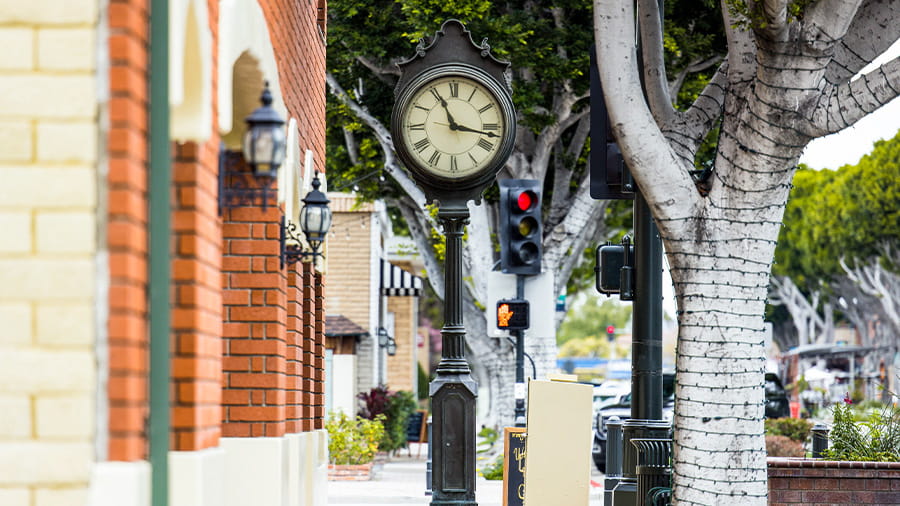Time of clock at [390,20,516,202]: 11:17
